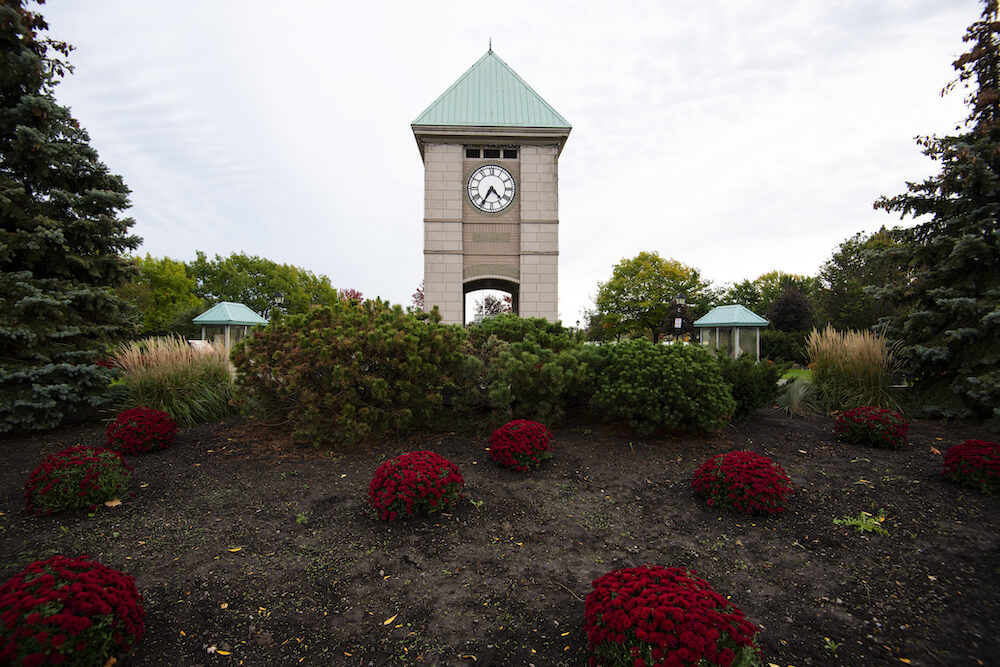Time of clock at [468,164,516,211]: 4:35
